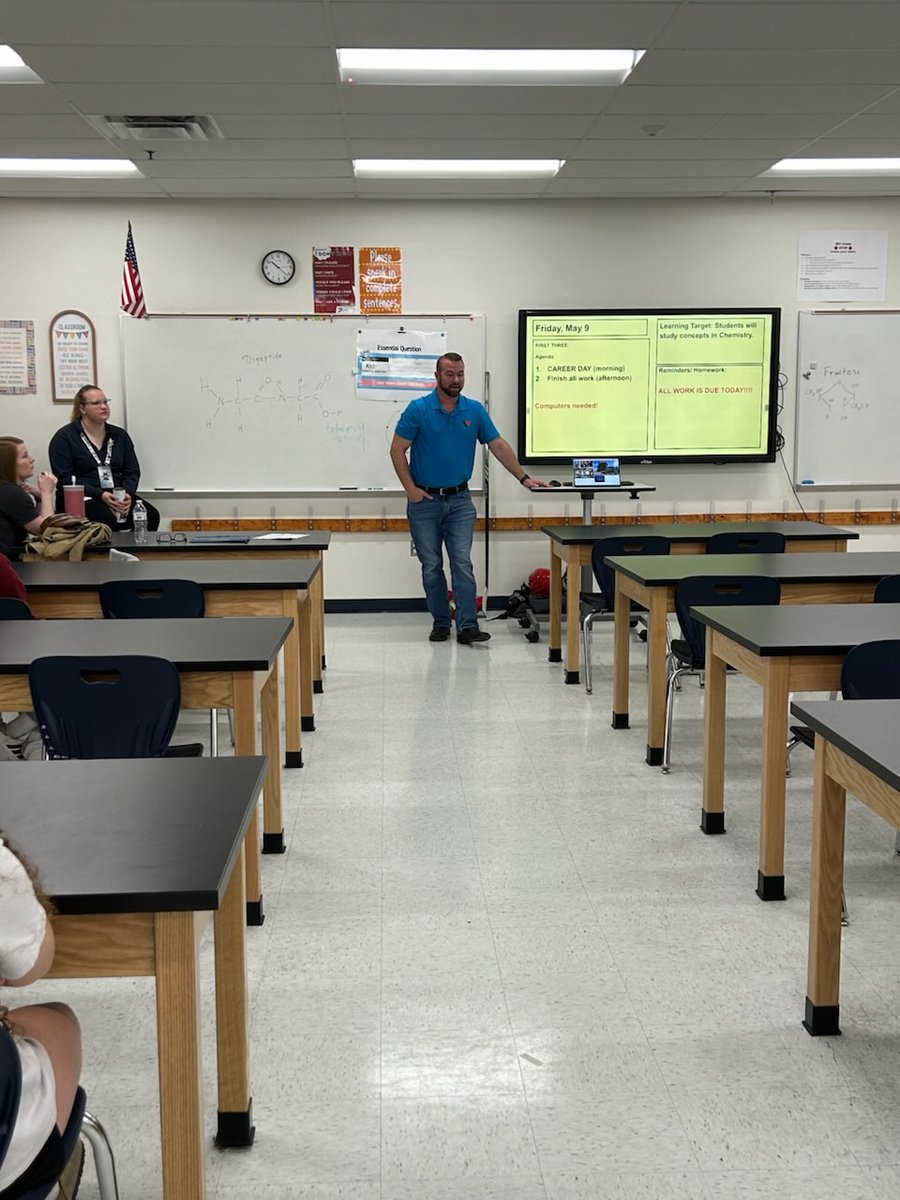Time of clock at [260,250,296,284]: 10:21
